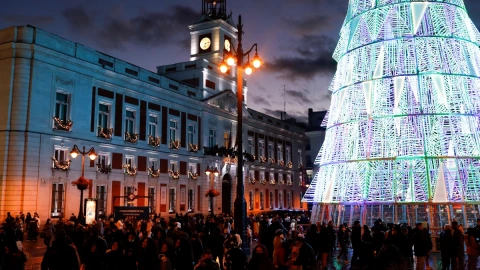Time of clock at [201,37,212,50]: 6:13
